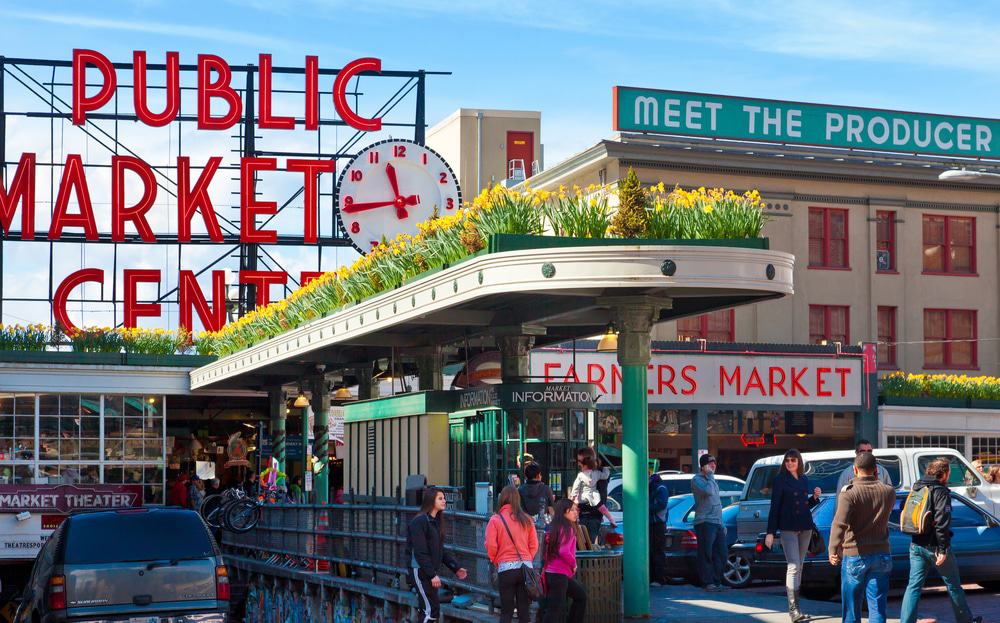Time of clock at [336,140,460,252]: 11:43
